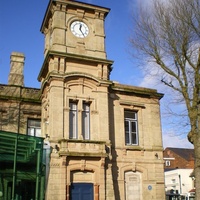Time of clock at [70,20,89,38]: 12:24
